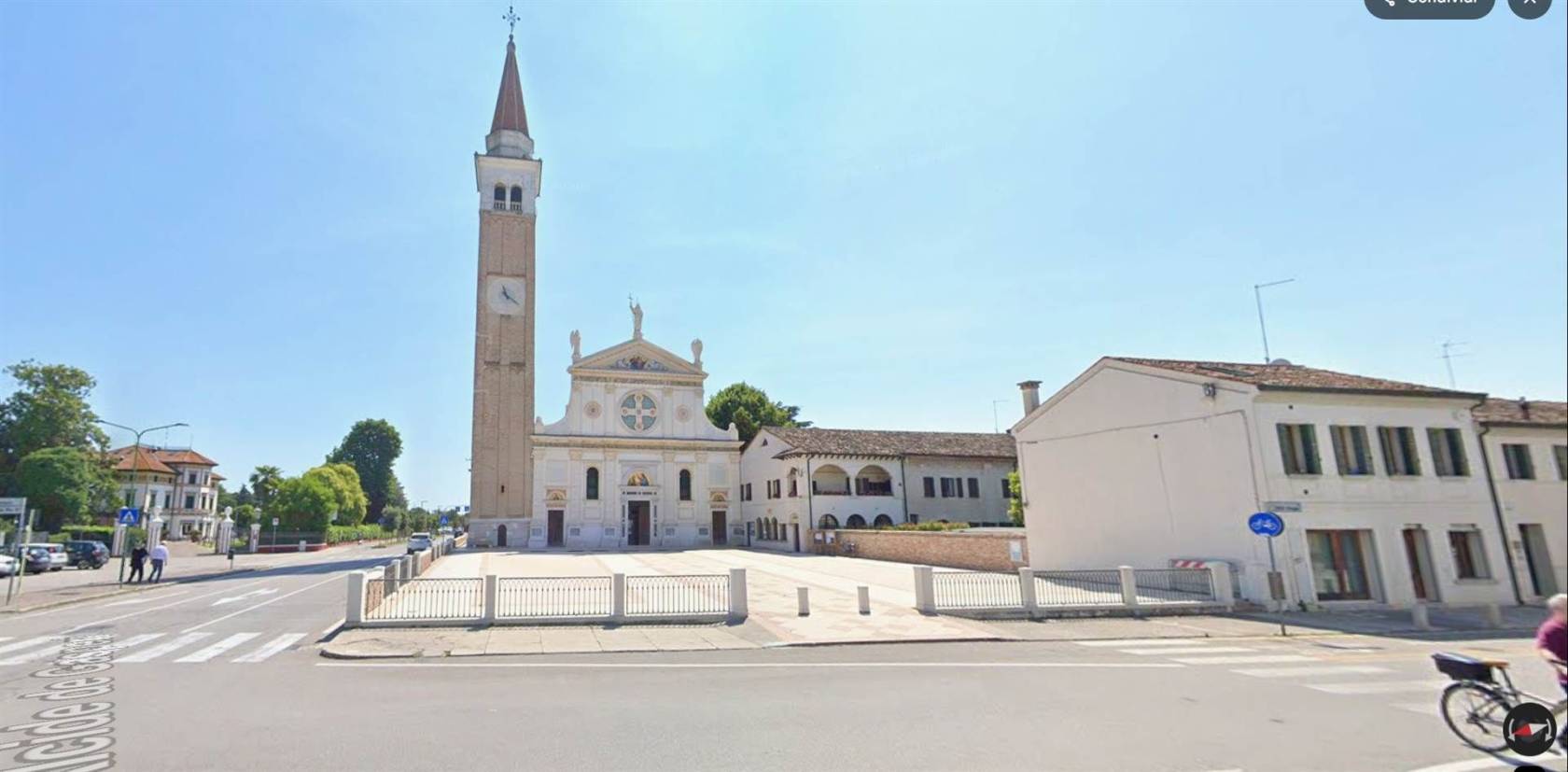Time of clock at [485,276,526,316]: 11:21
